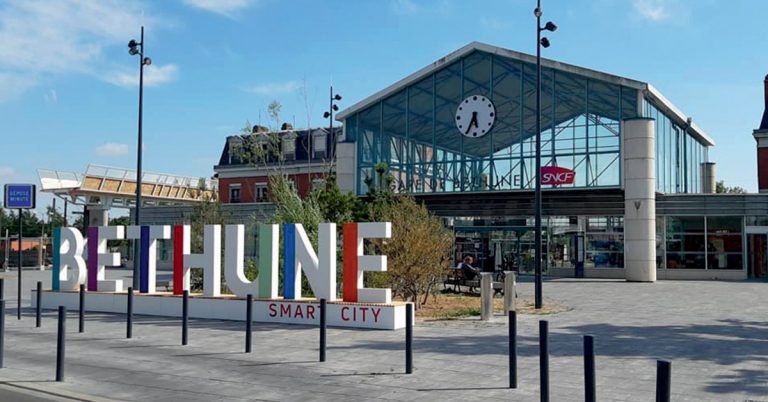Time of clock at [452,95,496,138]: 5:34
